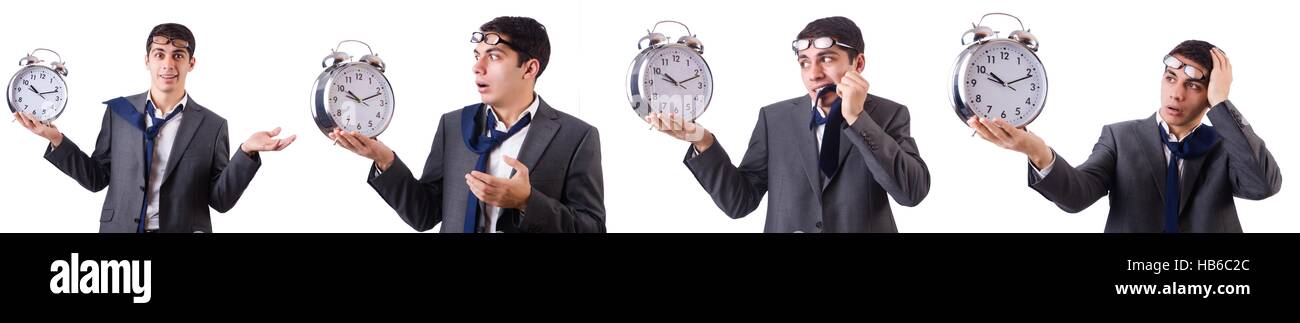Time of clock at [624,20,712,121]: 10:11
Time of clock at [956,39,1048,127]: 10:11
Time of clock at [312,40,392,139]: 10:11
